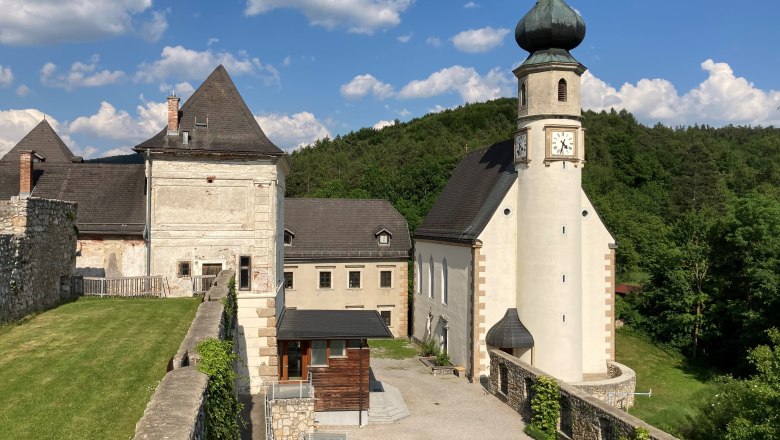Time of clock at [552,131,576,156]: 4:32
